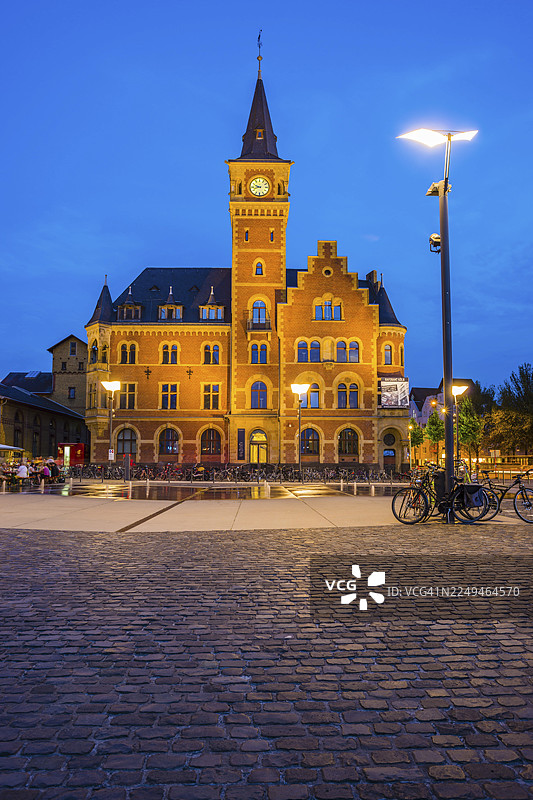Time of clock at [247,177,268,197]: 9:42
